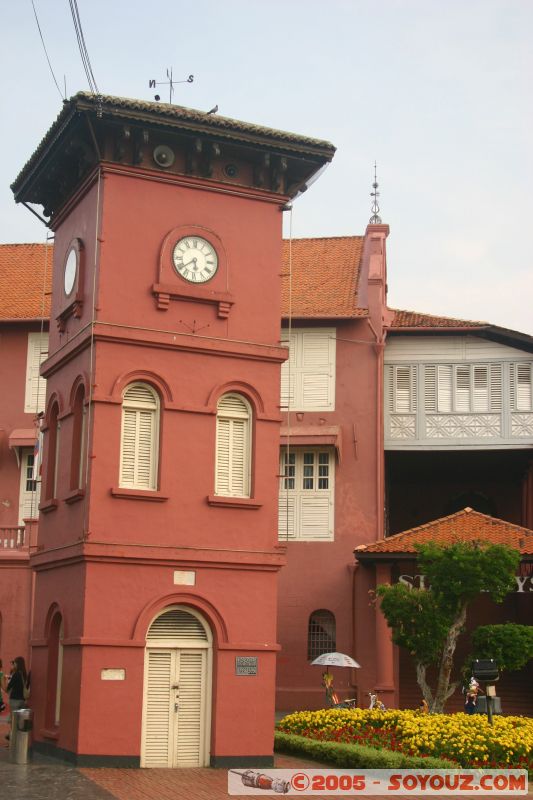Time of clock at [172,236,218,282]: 5:39
